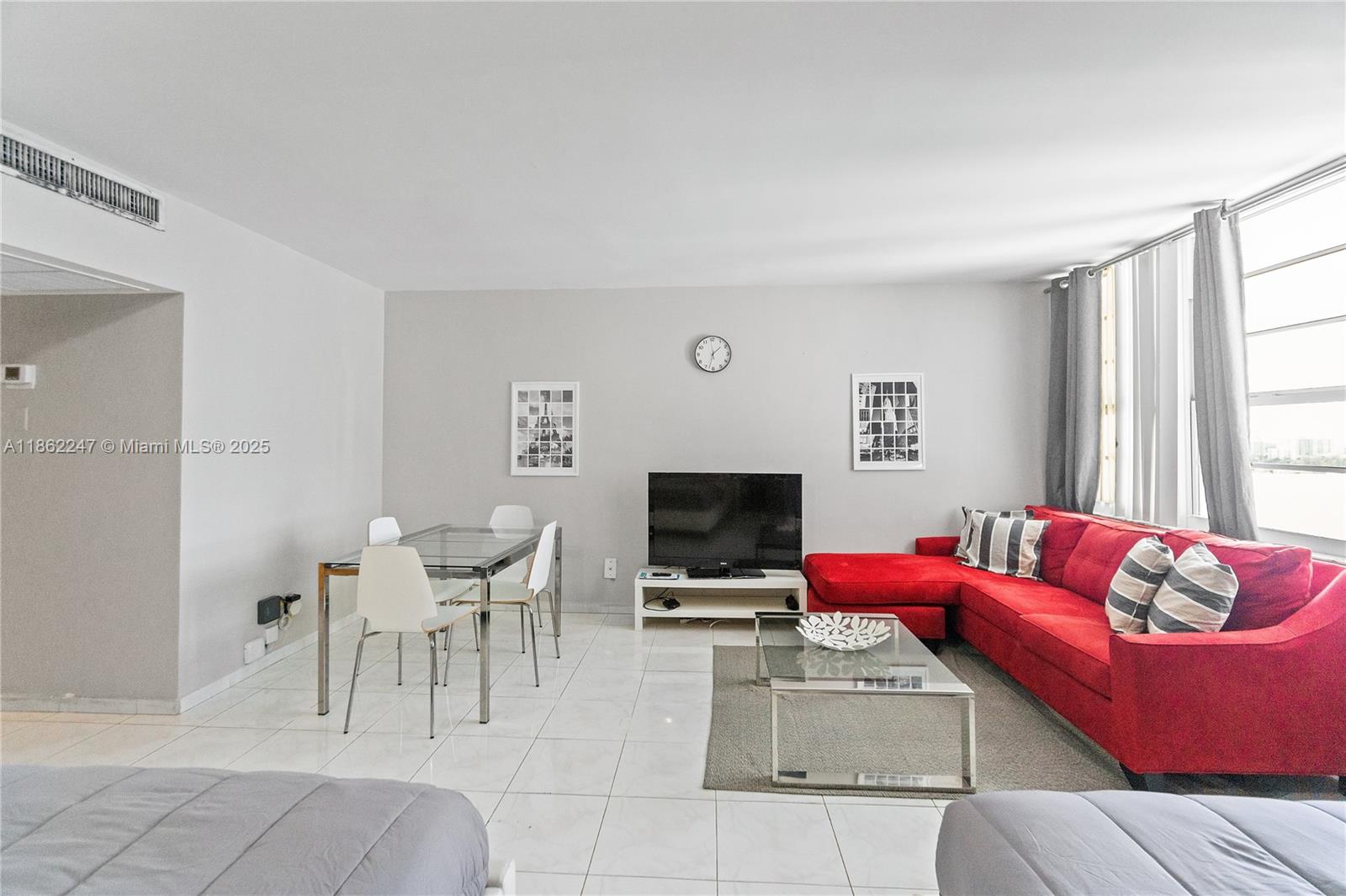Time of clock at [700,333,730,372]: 1:32
